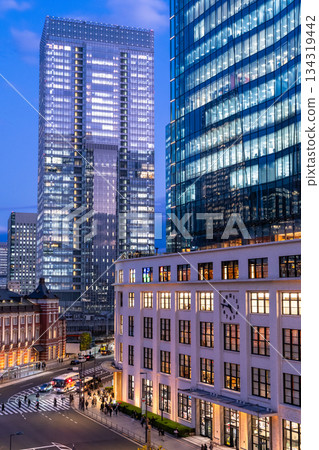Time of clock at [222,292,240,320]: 4:46
